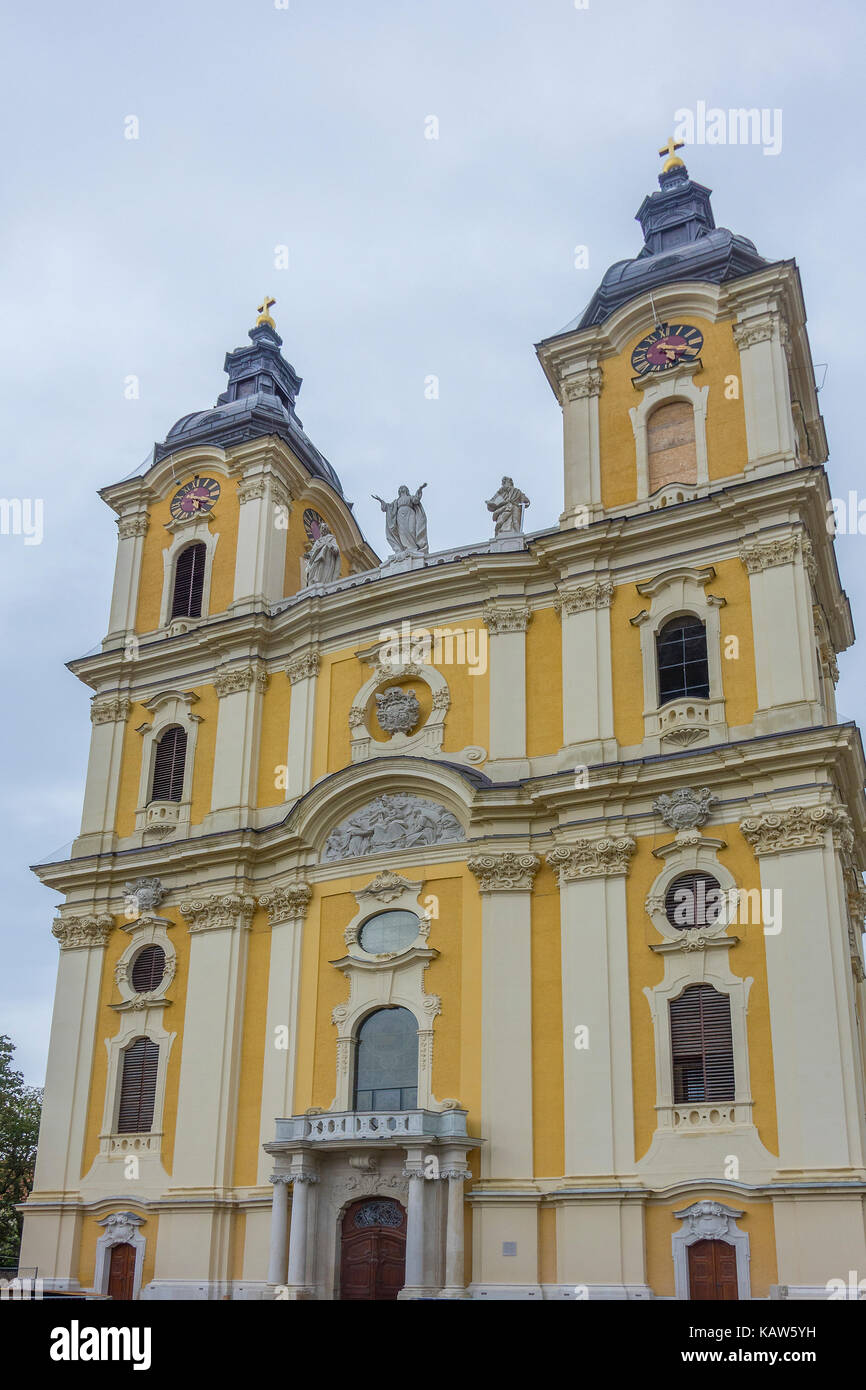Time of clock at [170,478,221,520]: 5:18
